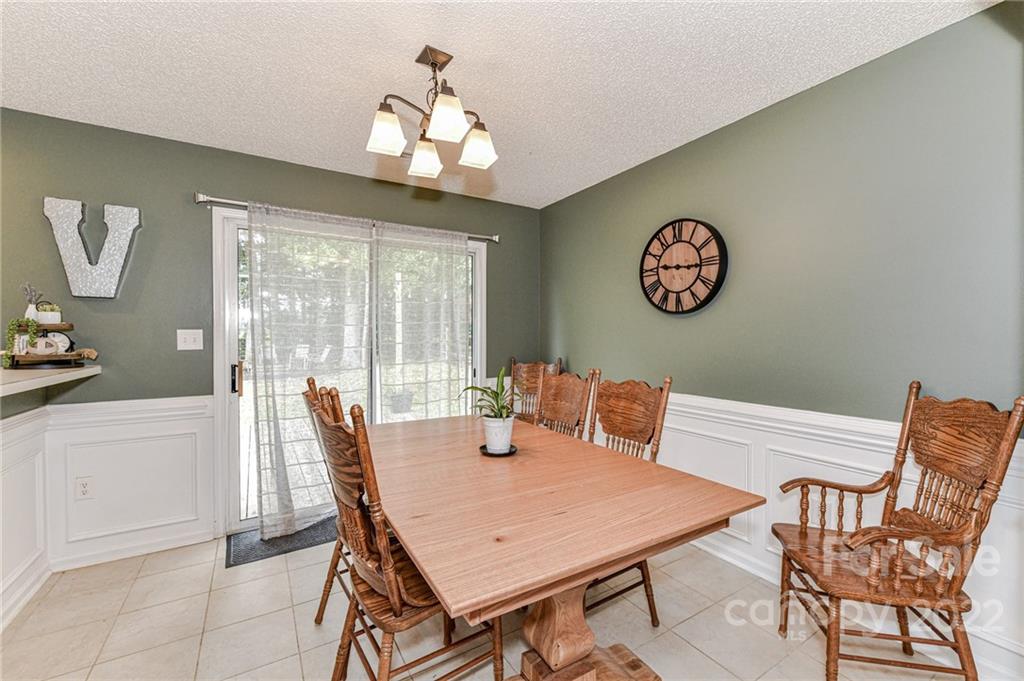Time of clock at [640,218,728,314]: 9:15
